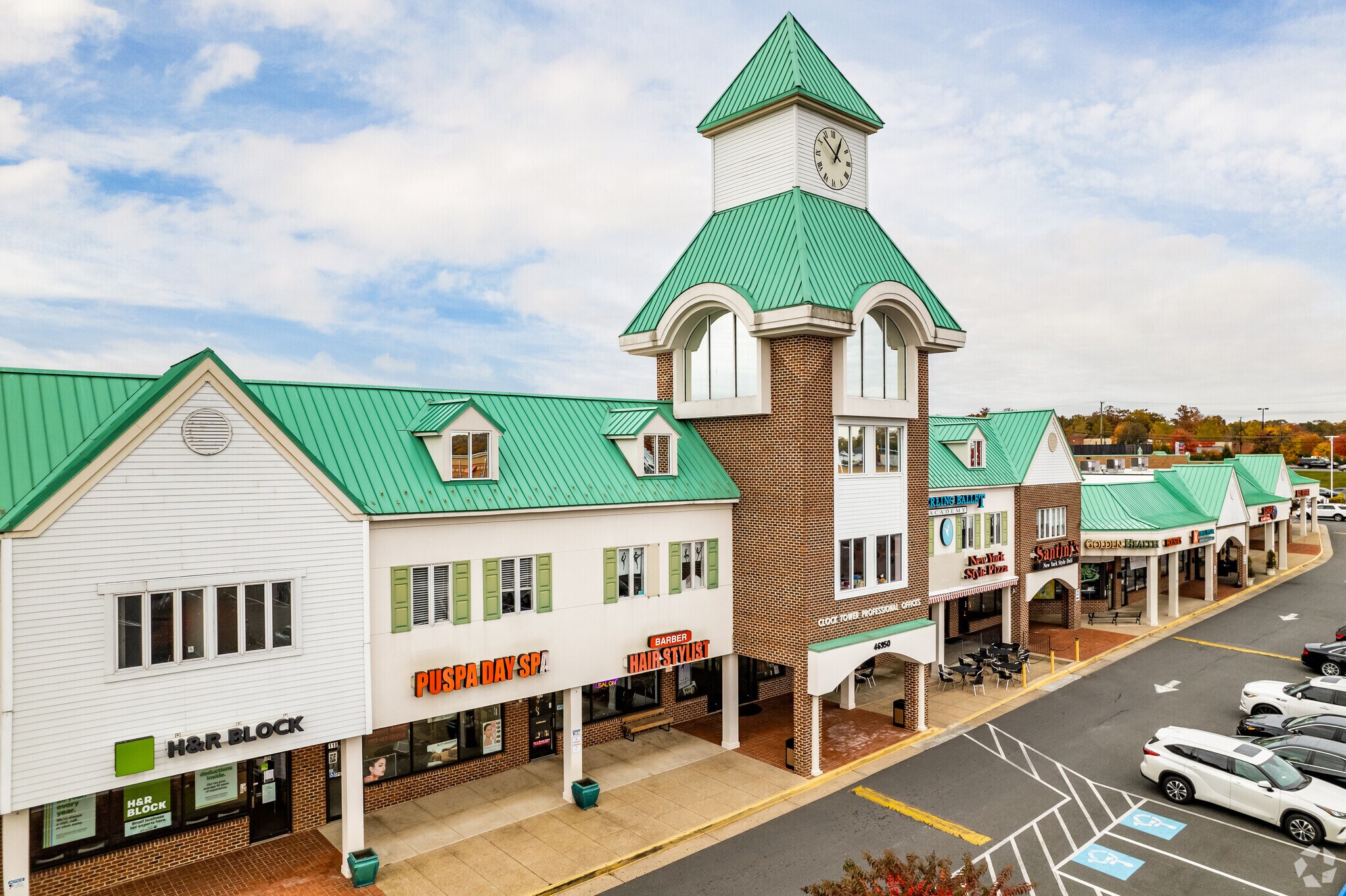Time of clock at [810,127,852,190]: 12:52
